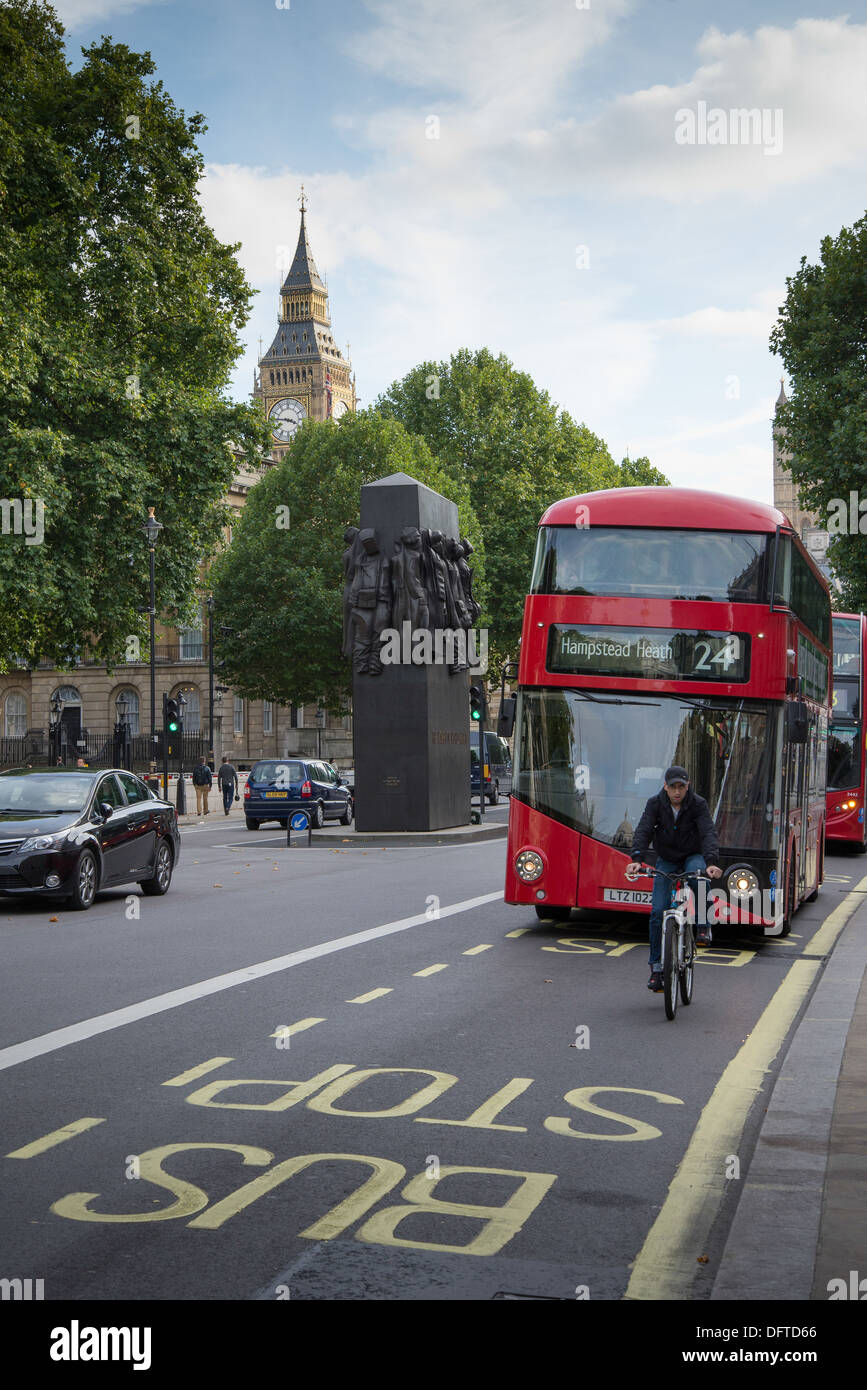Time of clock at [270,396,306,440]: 3:45
